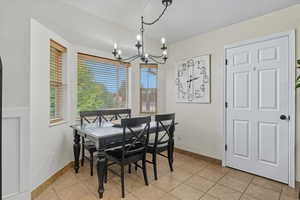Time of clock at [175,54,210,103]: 2:32
